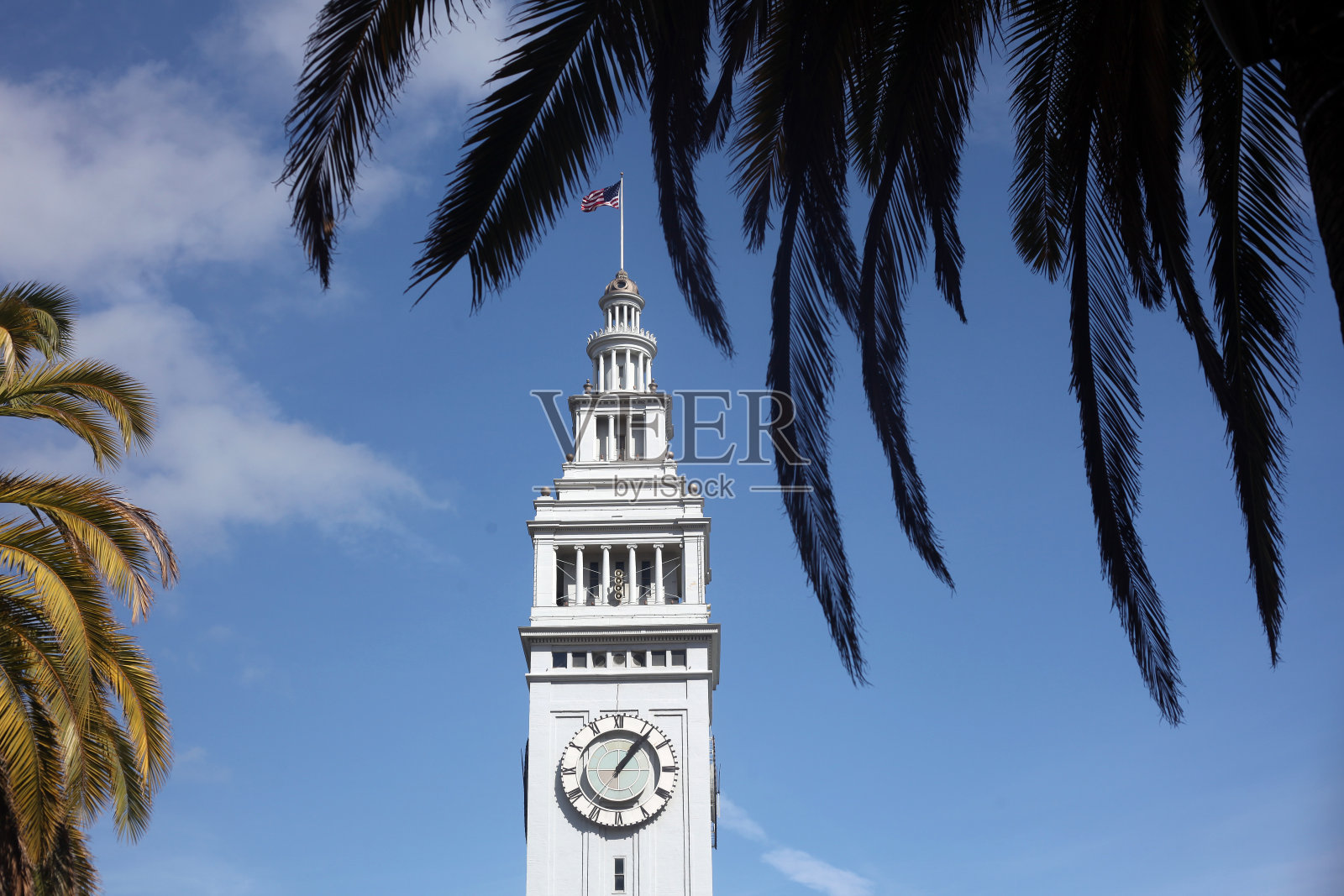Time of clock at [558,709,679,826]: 1:06
